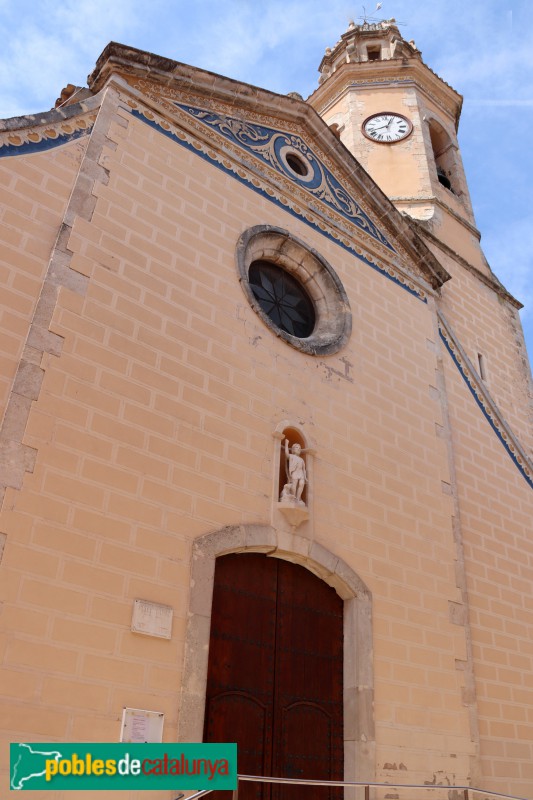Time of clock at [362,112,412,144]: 12:42
